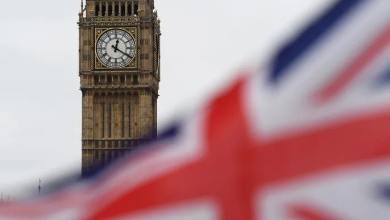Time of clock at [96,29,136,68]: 12:20
